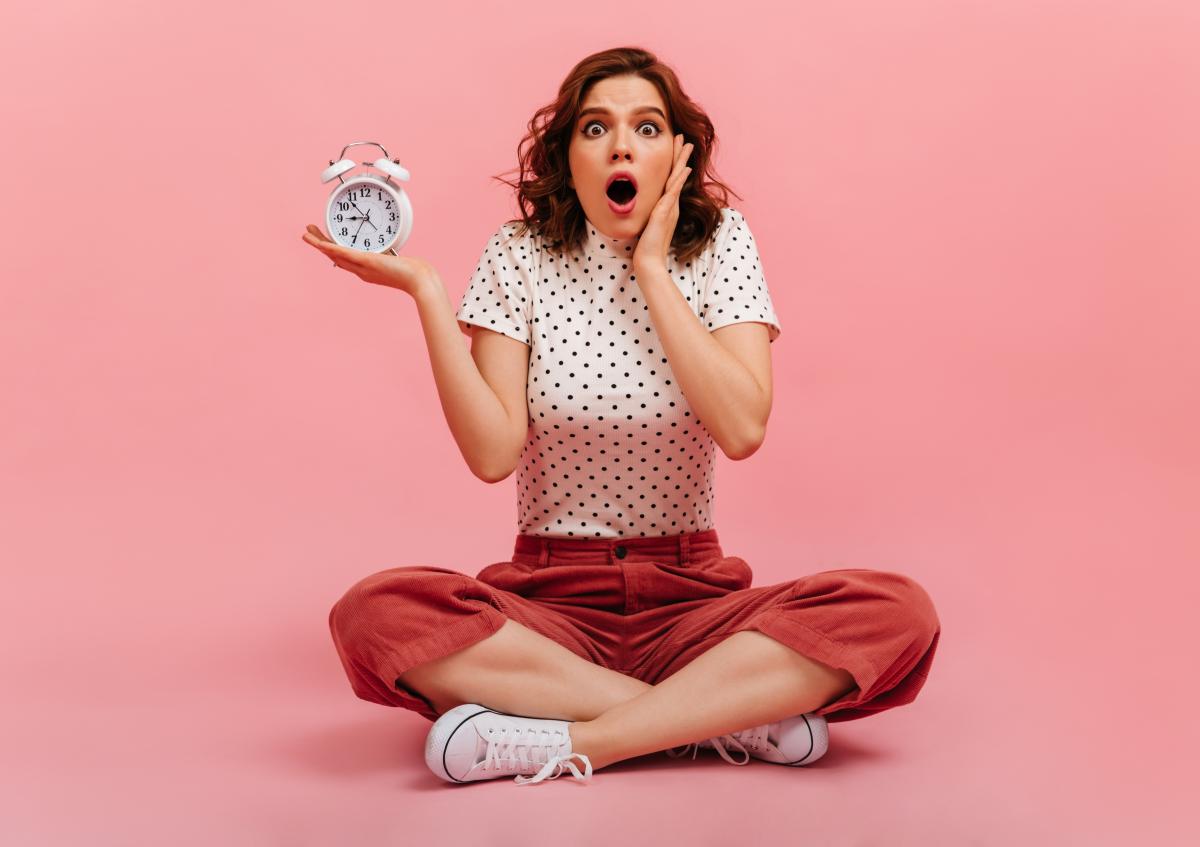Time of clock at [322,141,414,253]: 8:53
